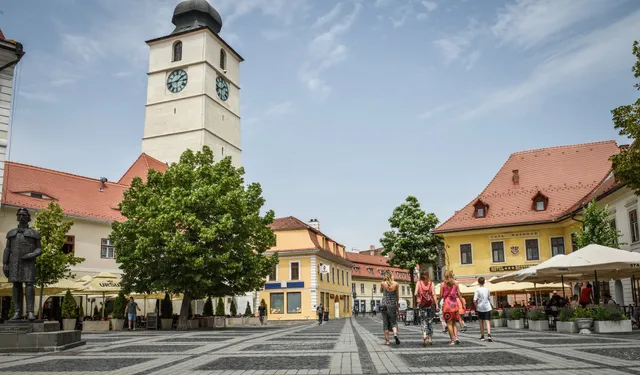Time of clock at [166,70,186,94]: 1:43
